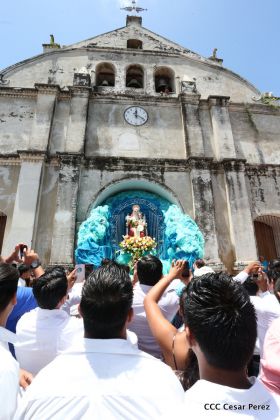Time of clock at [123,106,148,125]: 12:19
